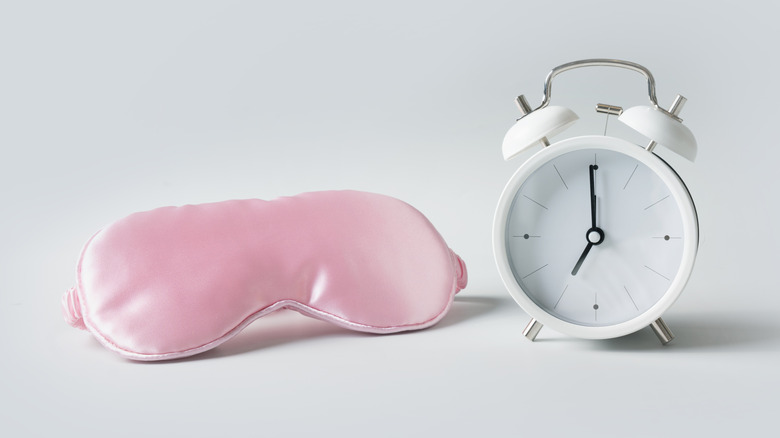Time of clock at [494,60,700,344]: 6:59
